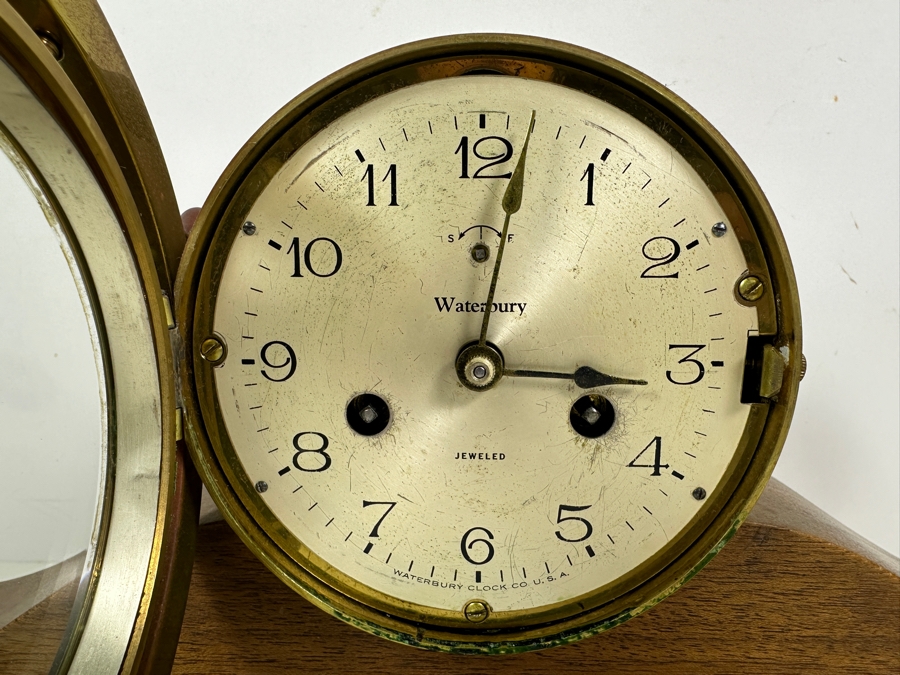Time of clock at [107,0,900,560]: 3:01
